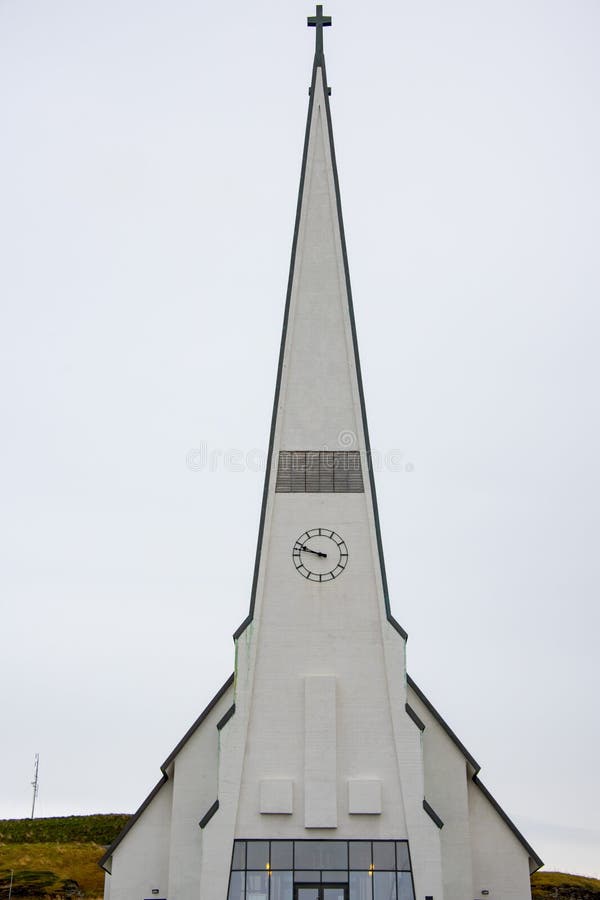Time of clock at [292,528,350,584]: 9:47
